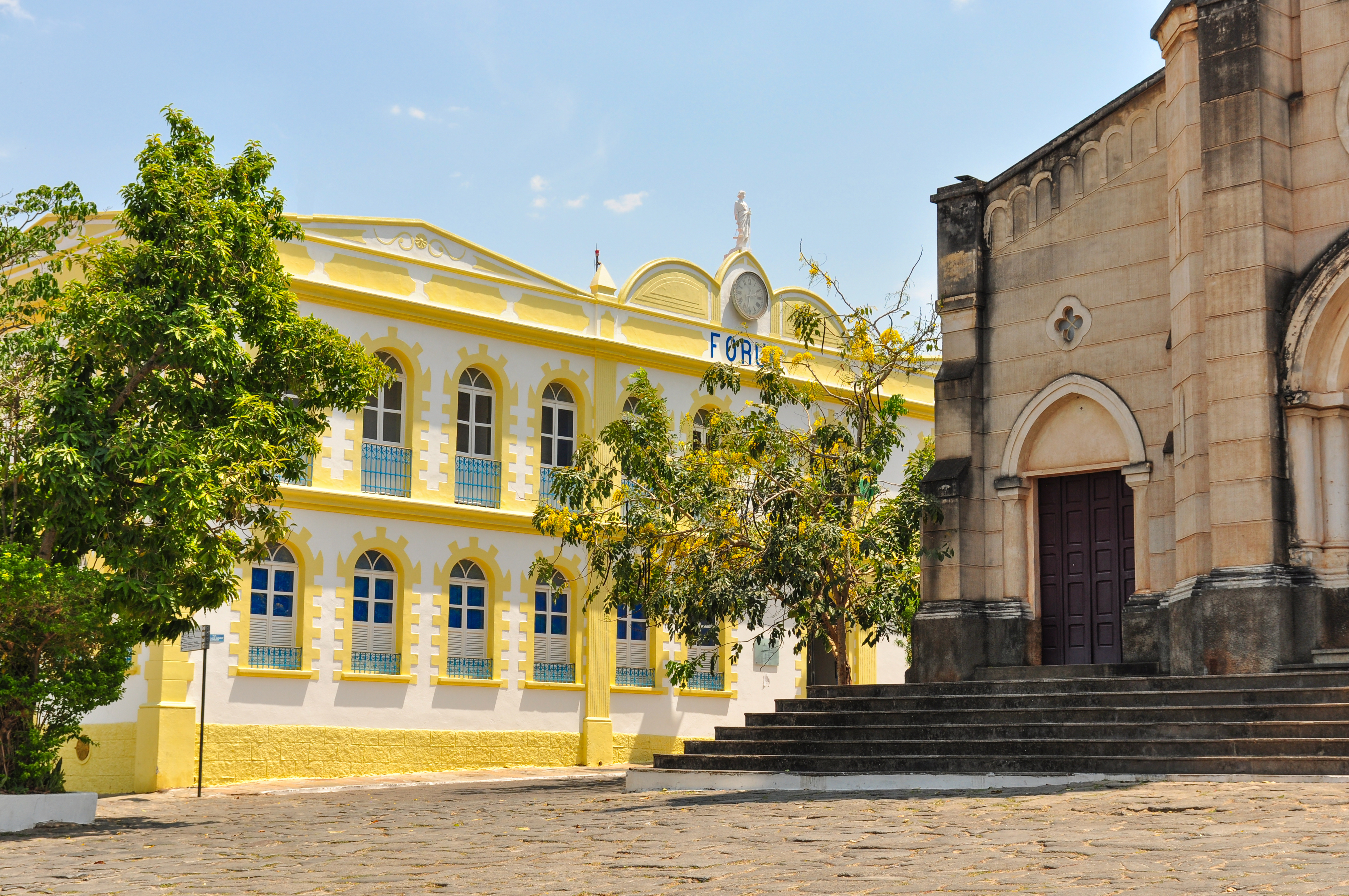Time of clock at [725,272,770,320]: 2:32
